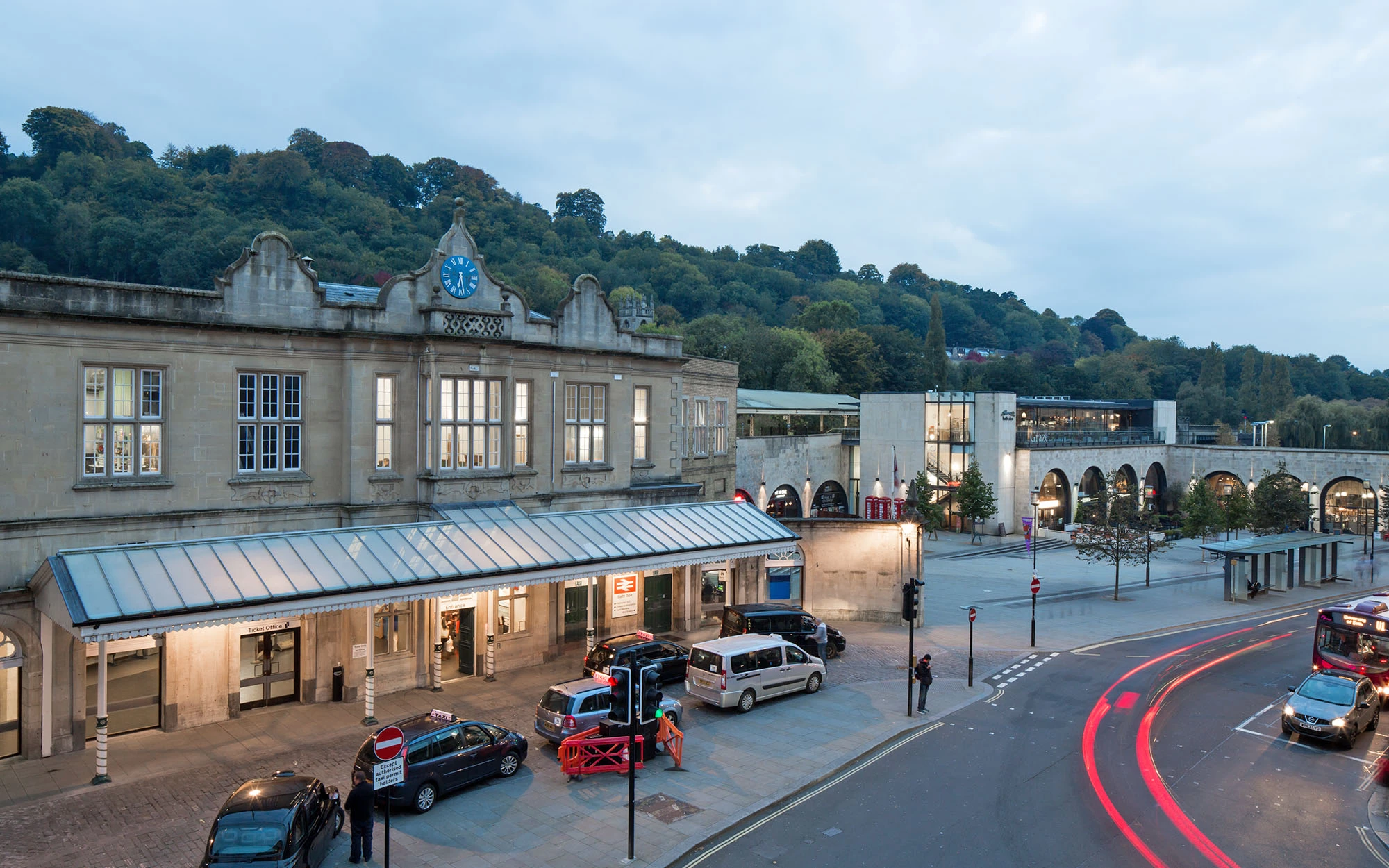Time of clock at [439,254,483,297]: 6:28
